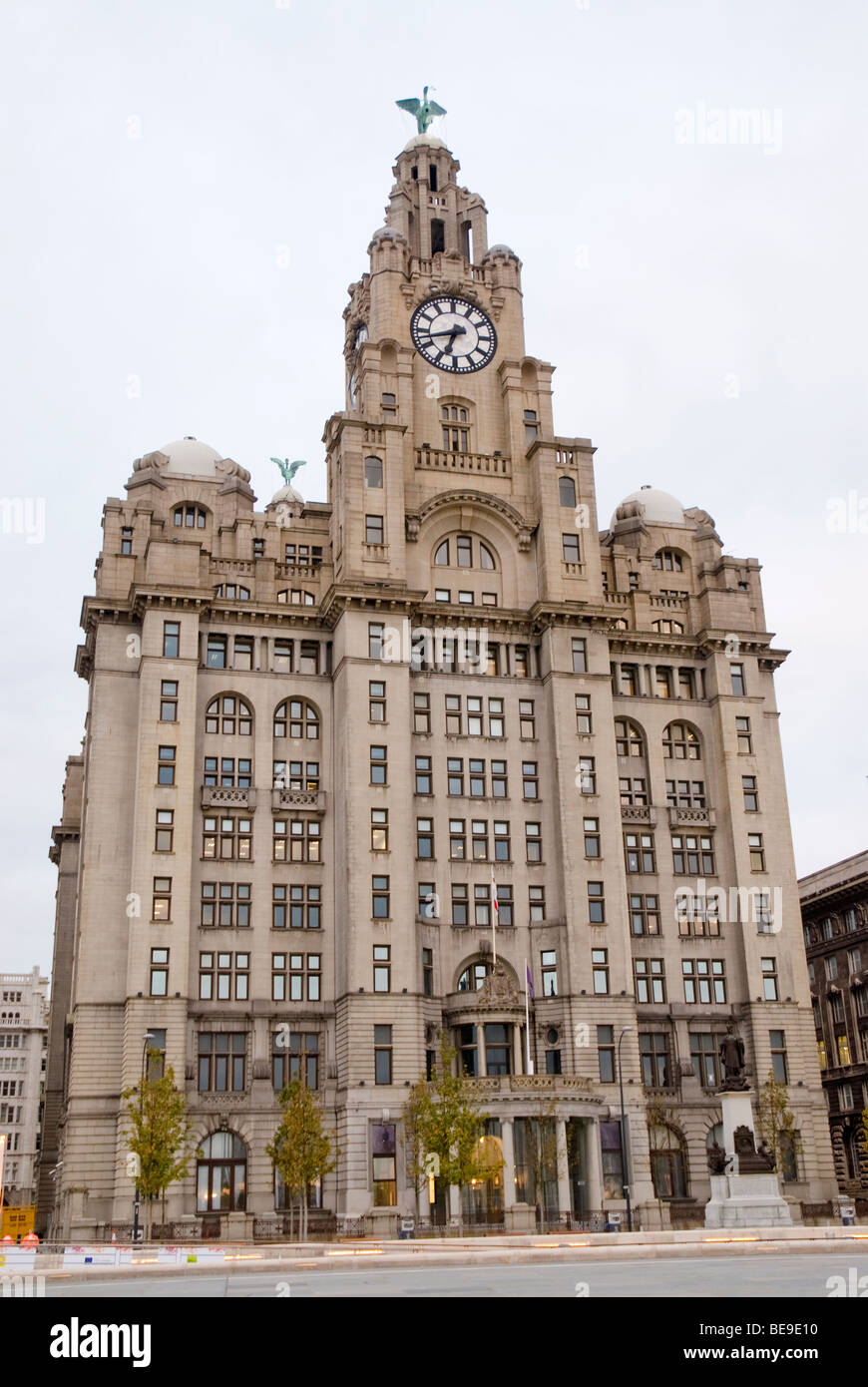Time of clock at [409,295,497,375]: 6:42
